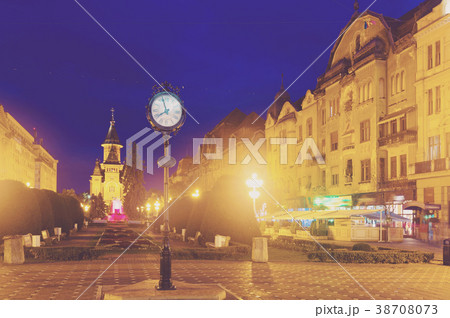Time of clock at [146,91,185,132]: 7:57
